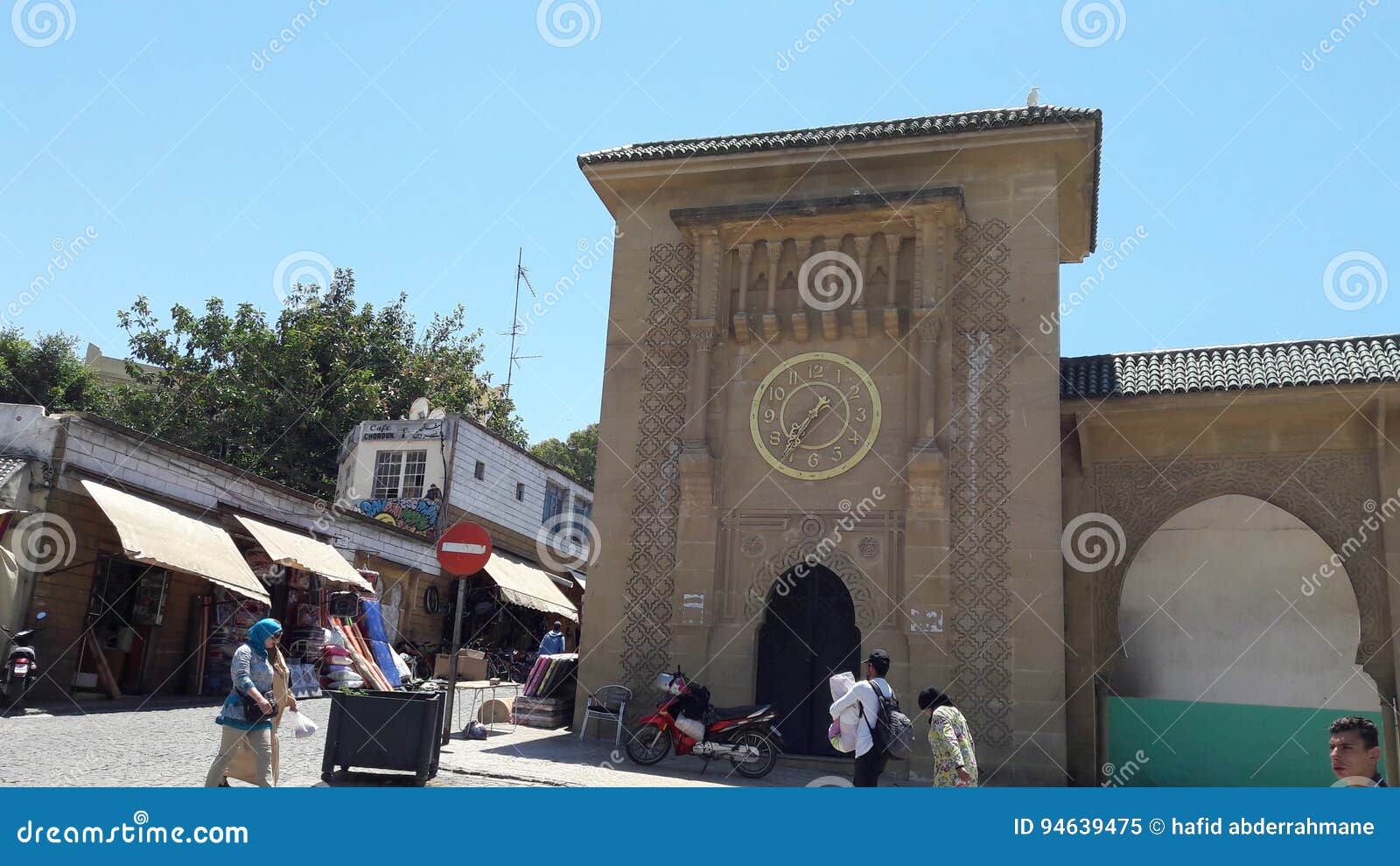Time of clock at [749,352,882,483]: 7:36
